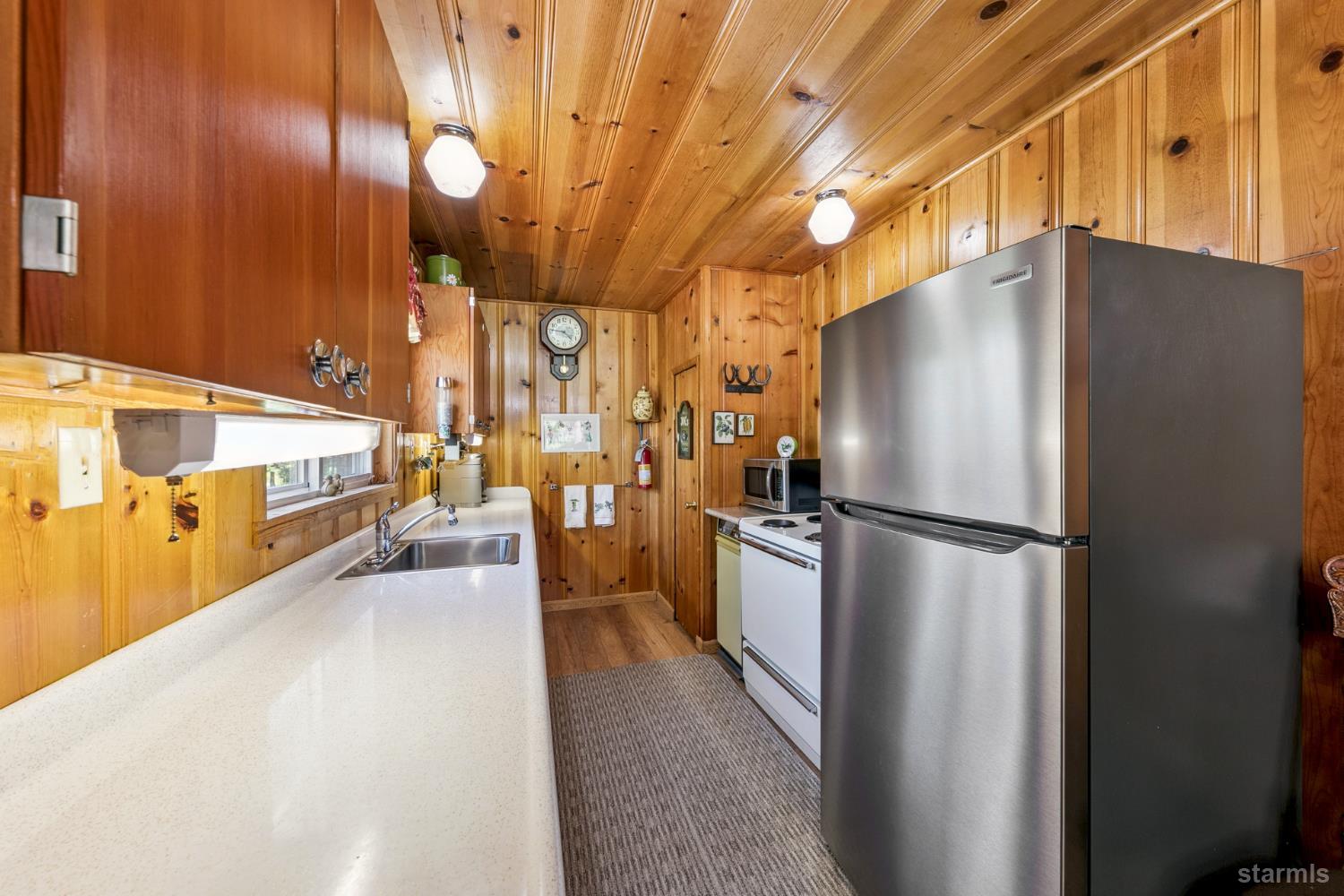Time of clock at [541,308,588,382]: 9:22
